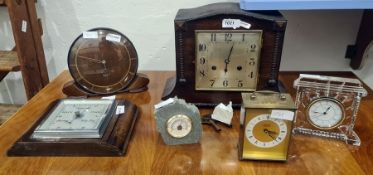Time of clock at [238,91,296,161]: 3:22
